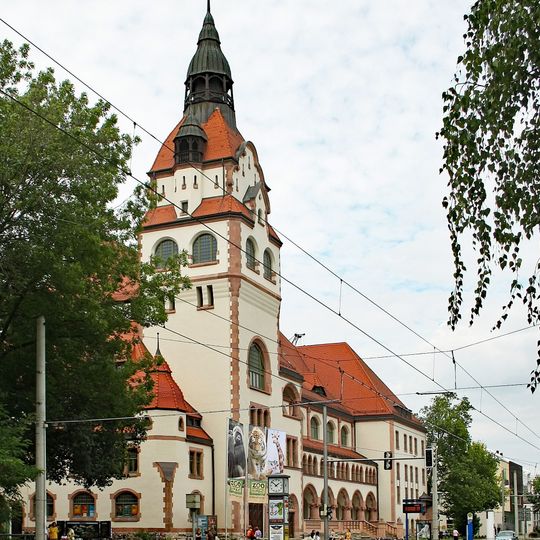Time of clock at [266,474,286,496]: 1:51
